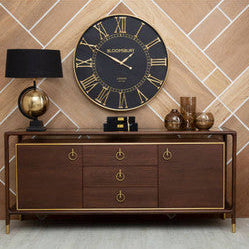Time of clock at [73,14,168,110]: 1:50
